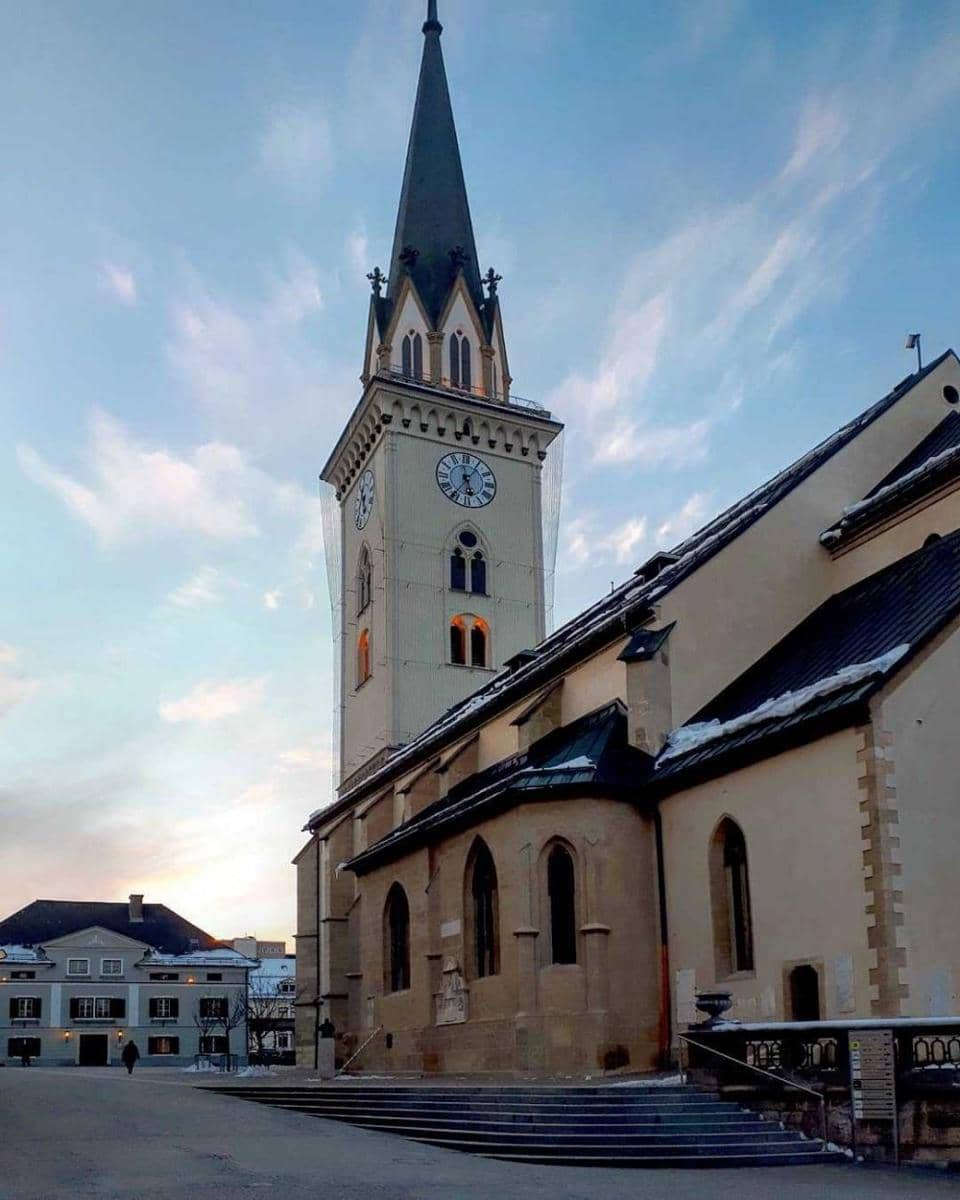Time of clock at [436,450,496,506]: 5:36
